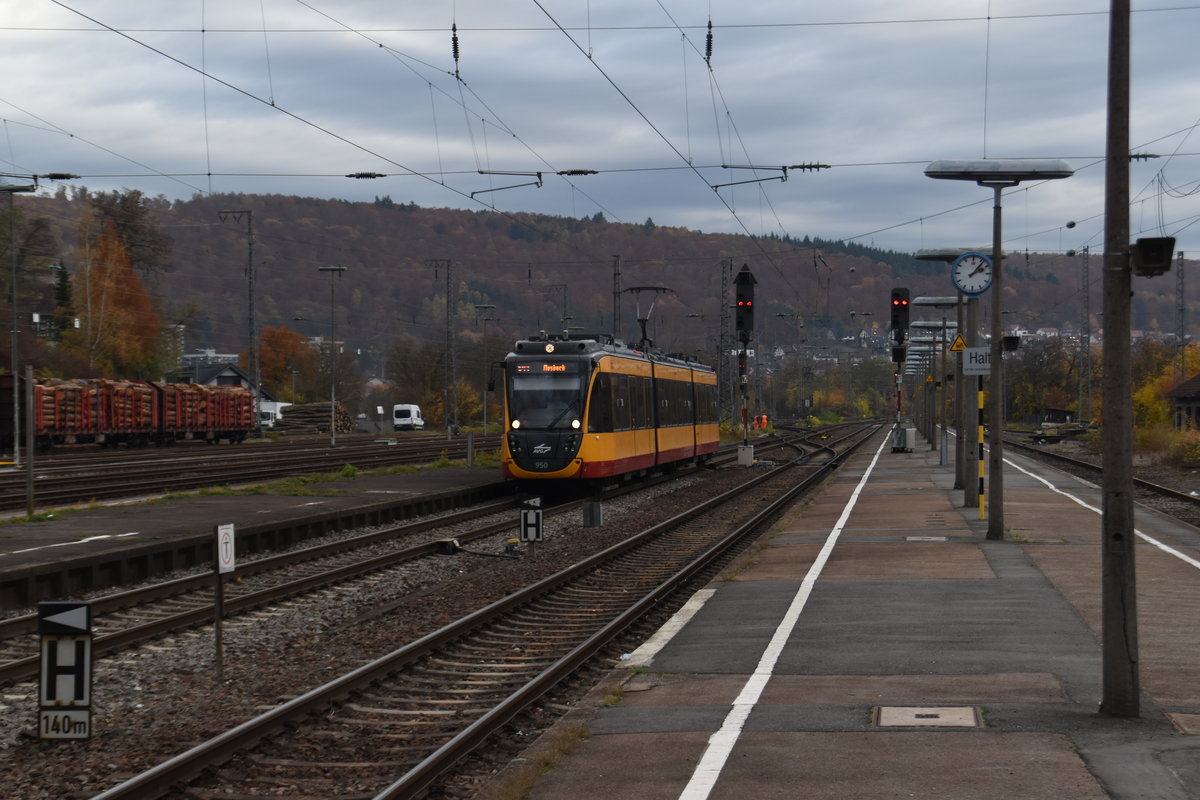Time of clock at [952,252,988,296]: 2:06
